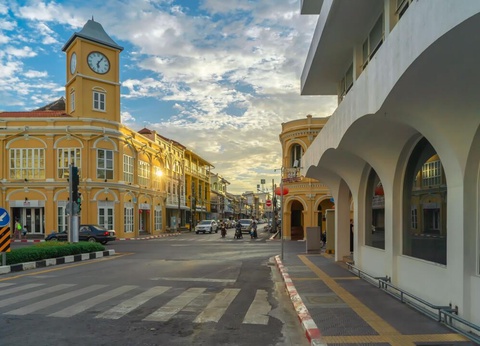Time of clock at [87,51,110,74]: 6:06
